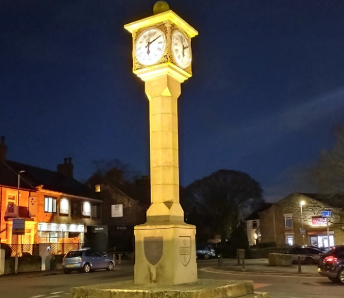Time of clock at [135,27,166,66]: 6:10
